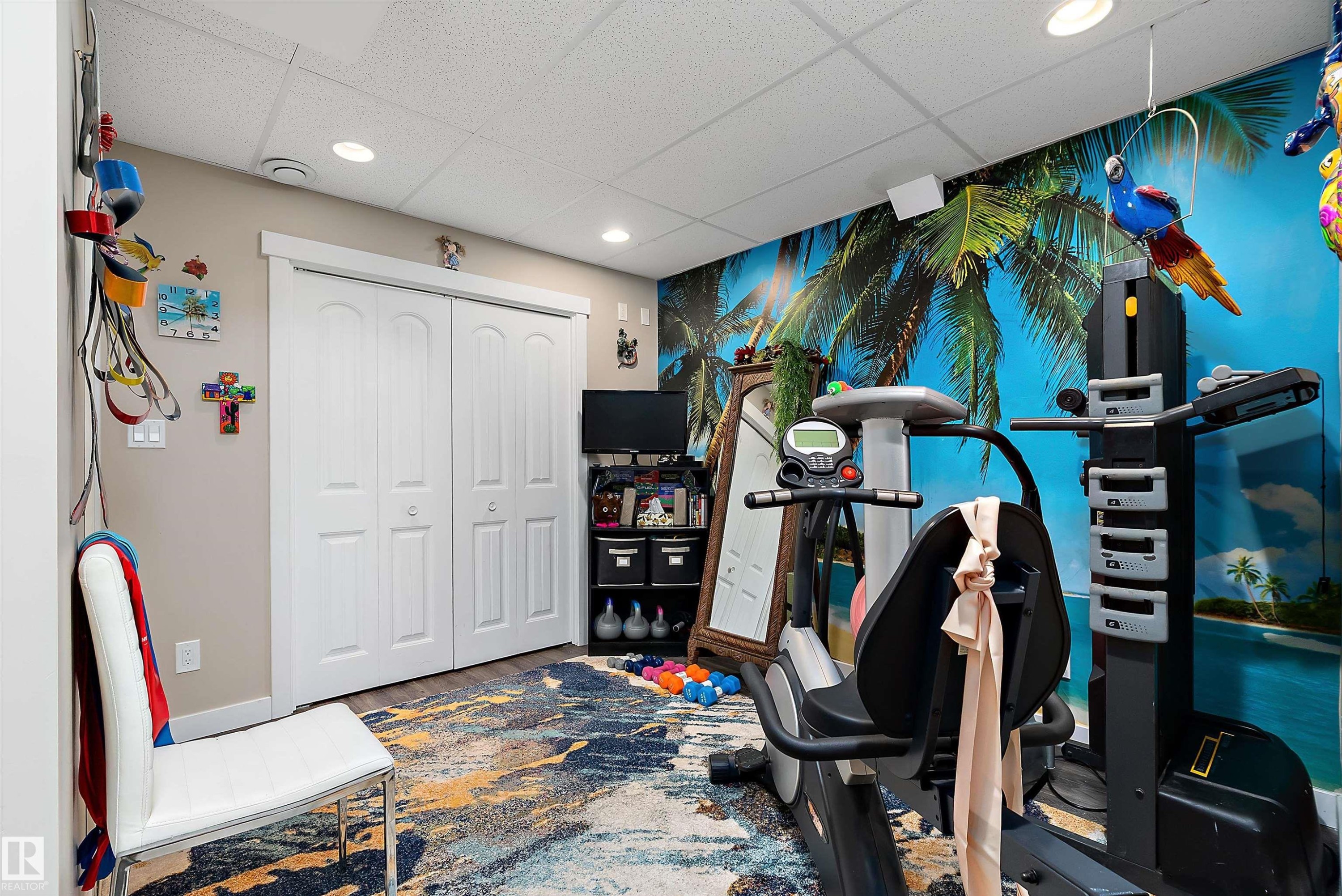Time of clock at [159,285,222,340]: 2:47
